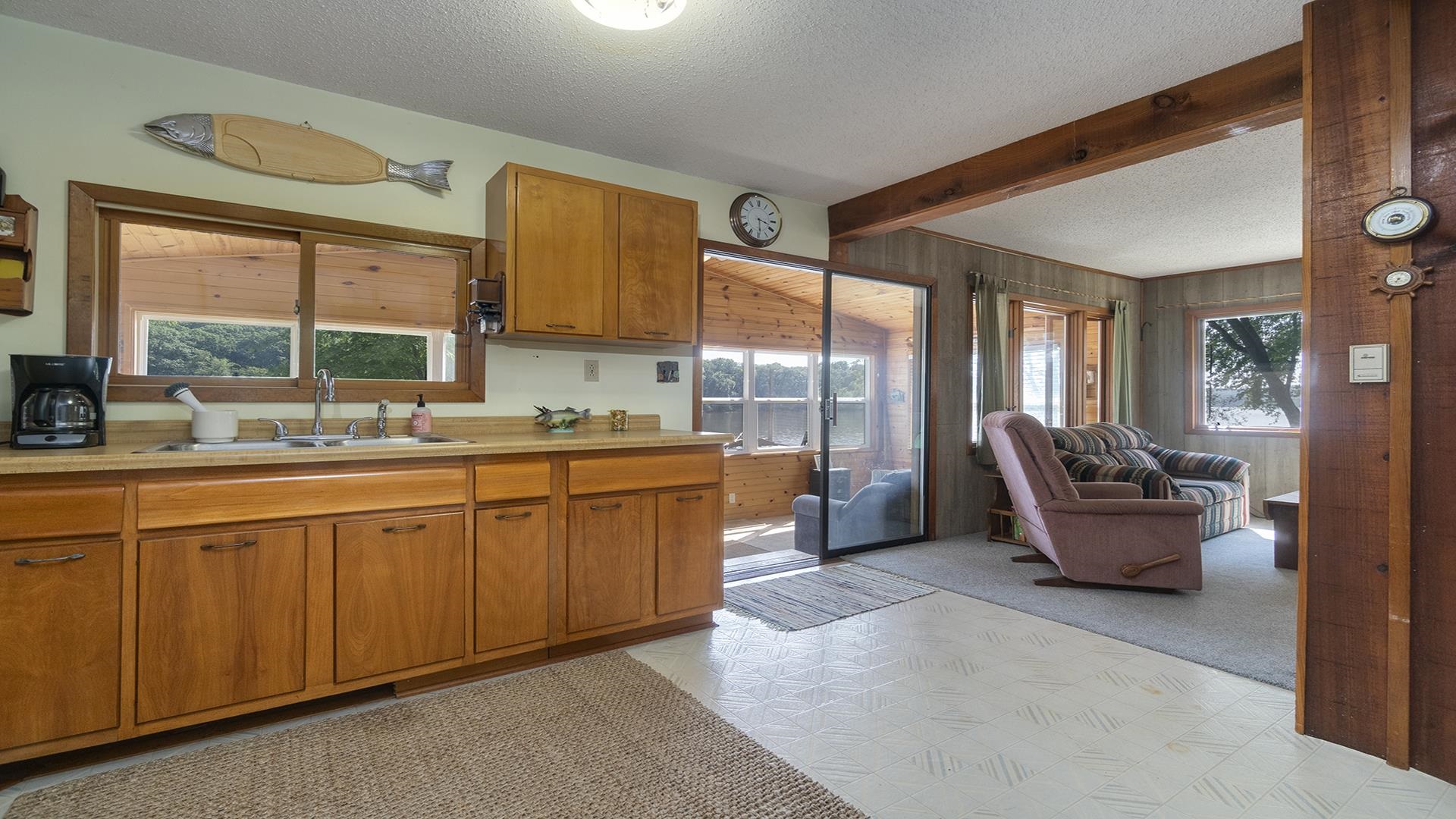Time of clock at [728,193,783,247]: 3:29
